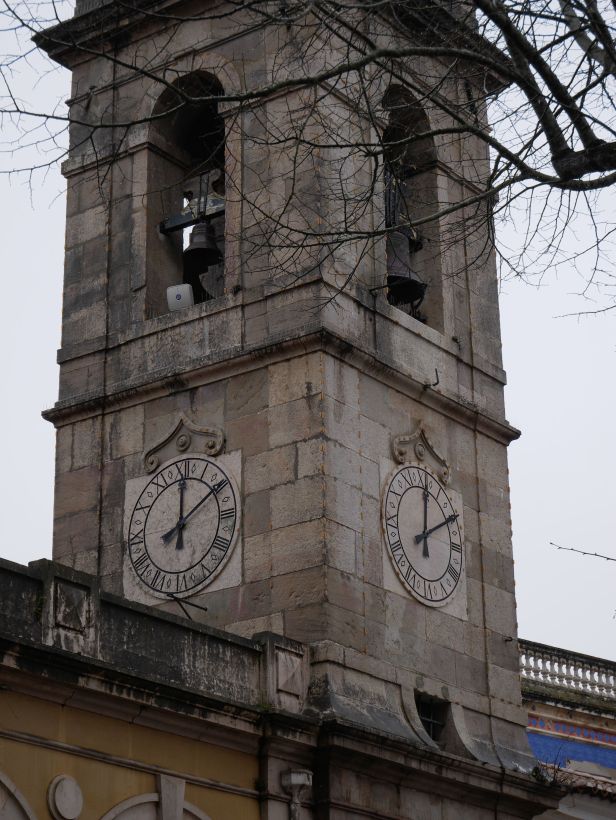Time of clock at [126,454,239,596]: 12:09
